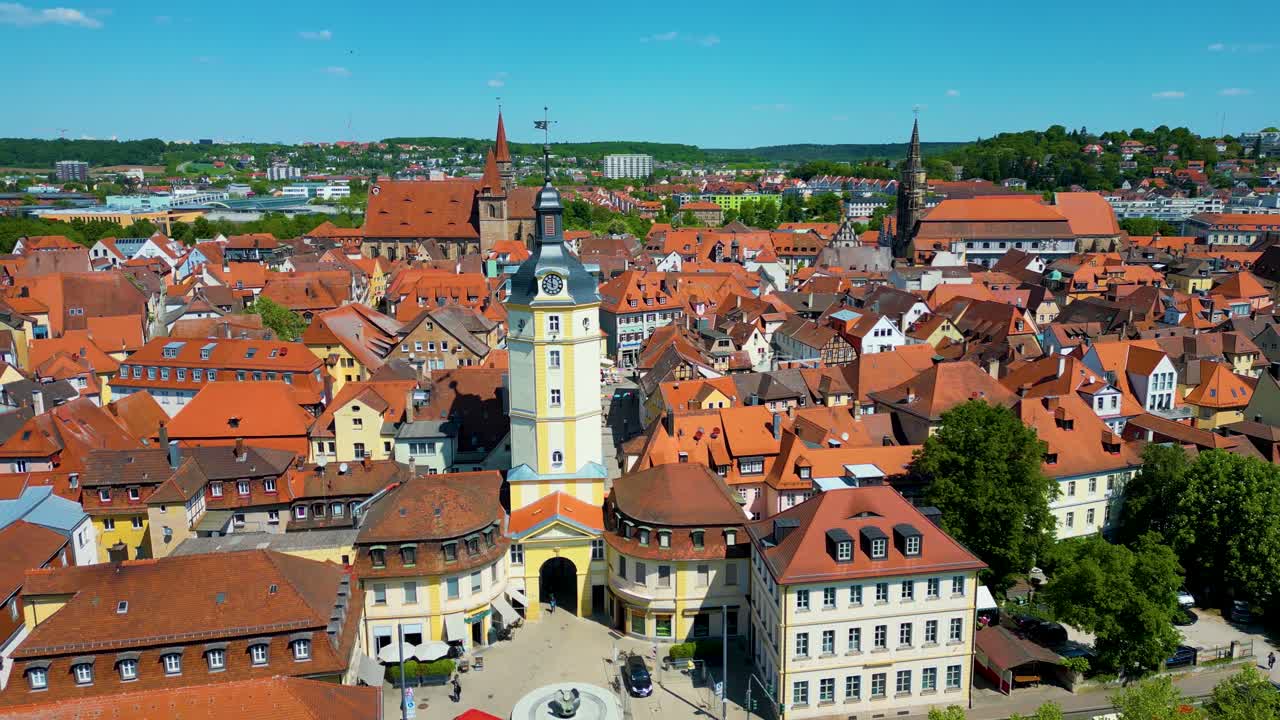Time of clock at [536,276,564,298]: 11:48
